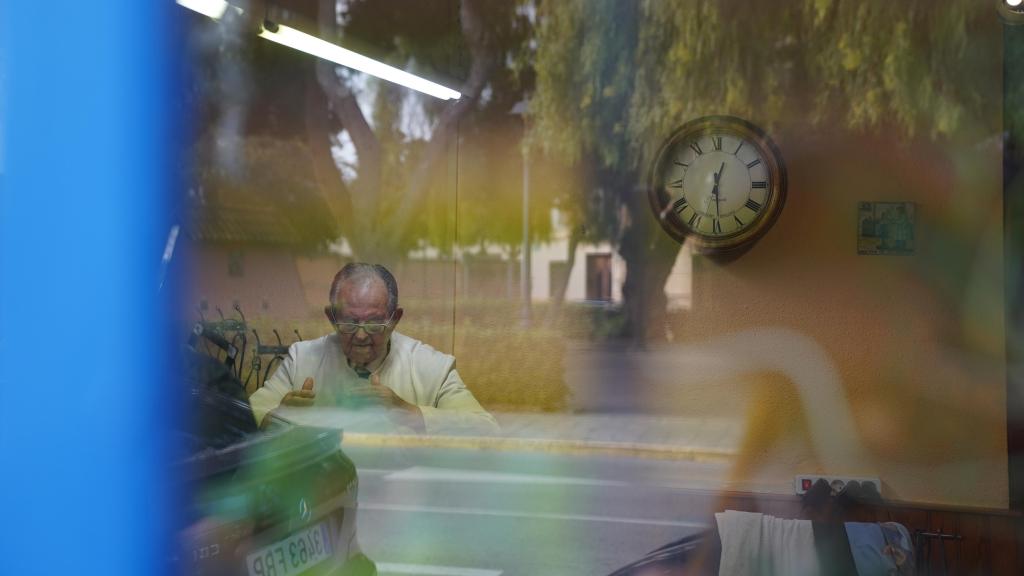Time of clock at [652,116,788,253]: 12:29
